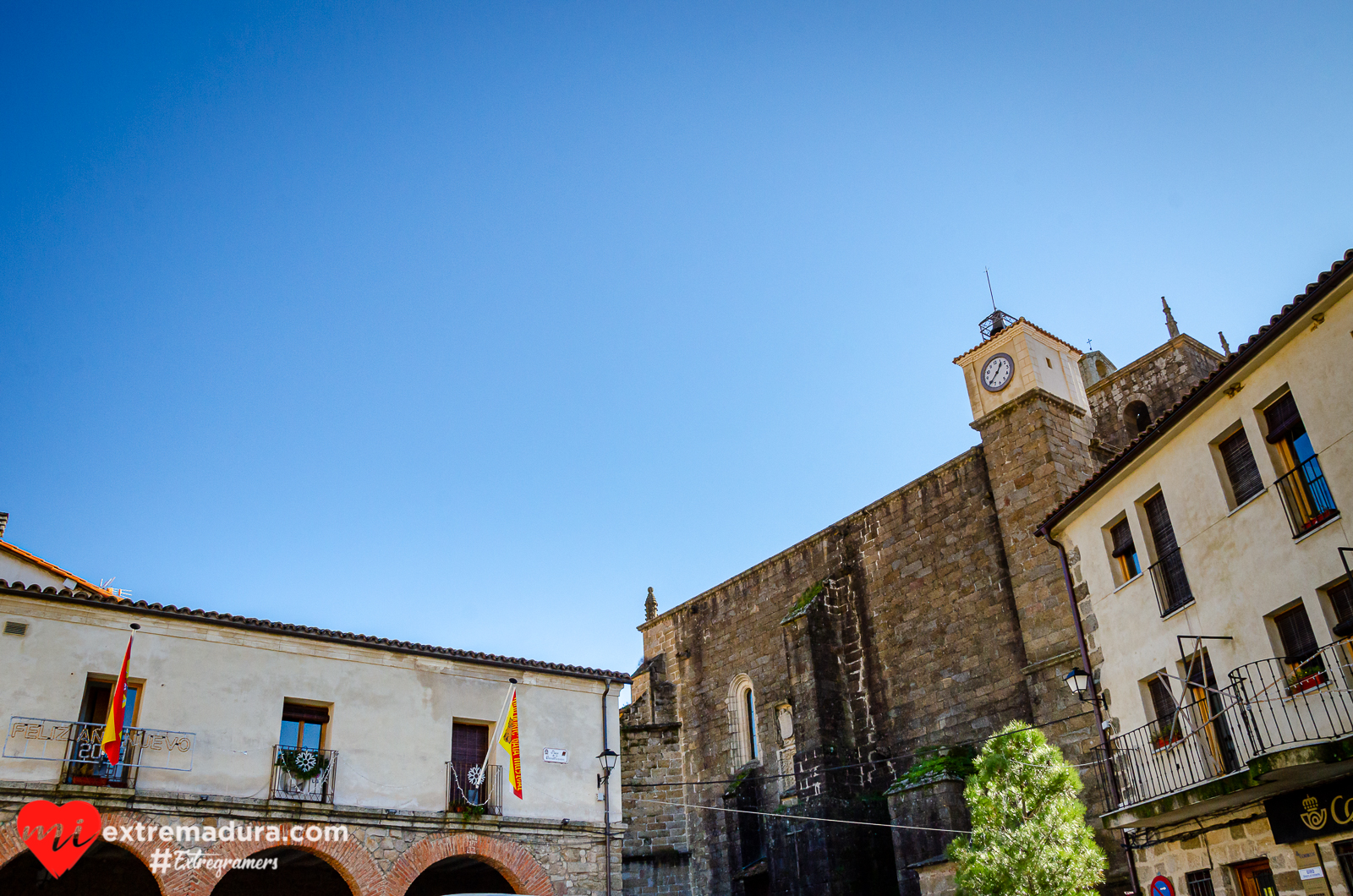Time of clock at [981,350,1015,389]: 1:39
